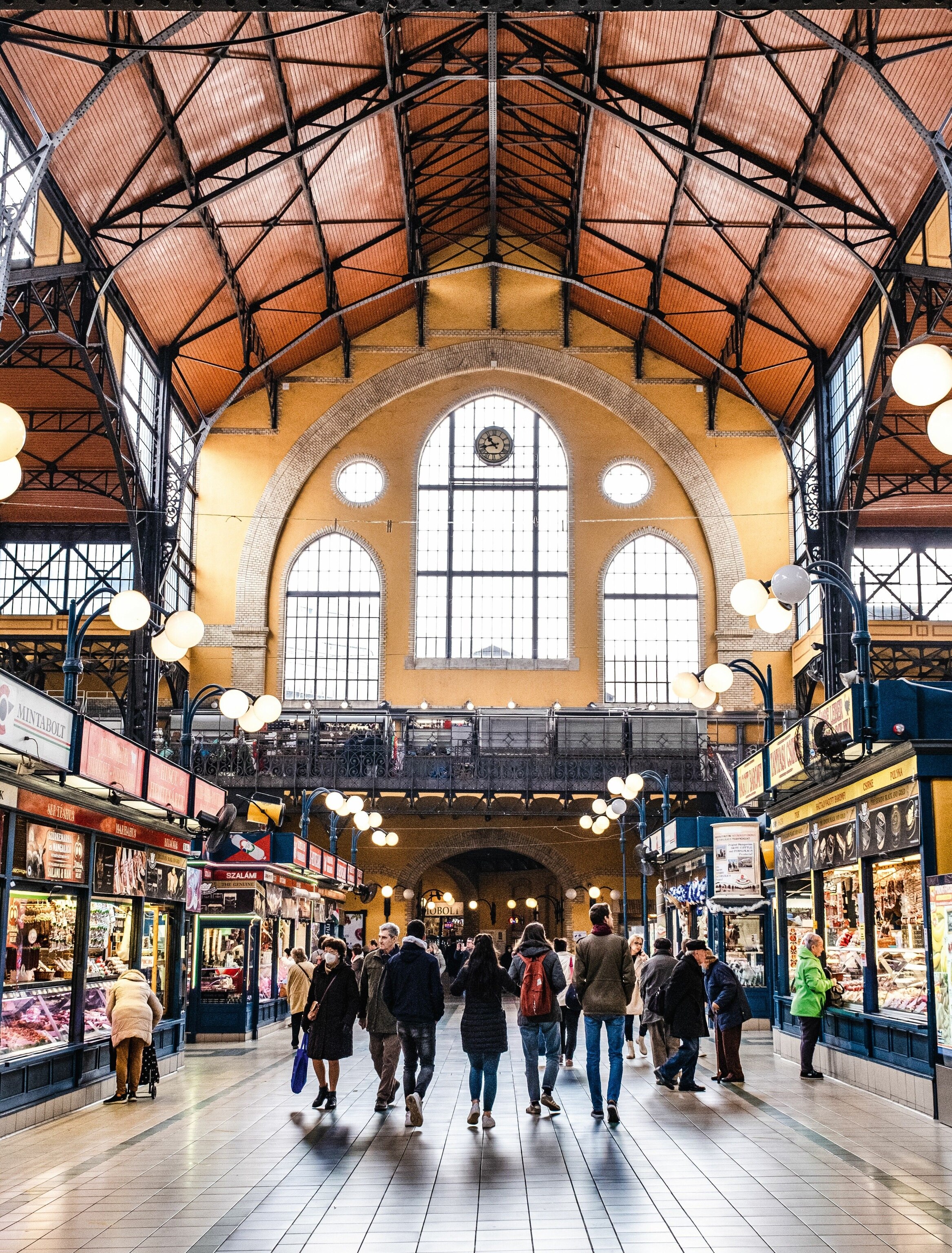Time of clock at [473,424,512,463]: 10:42
